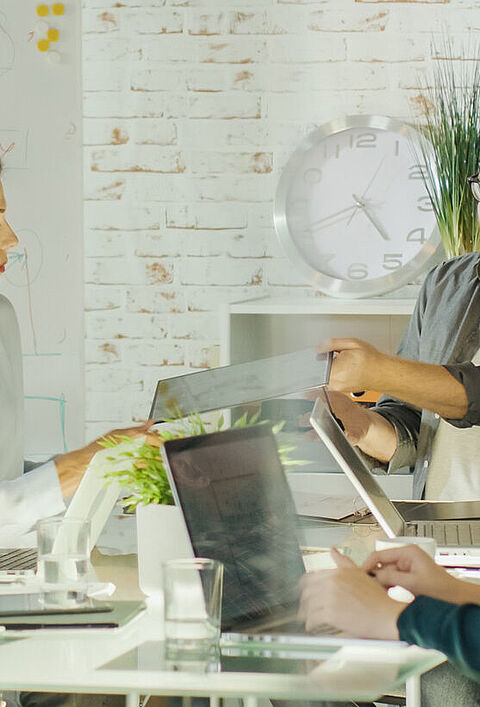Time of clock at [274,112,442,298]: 4:41
